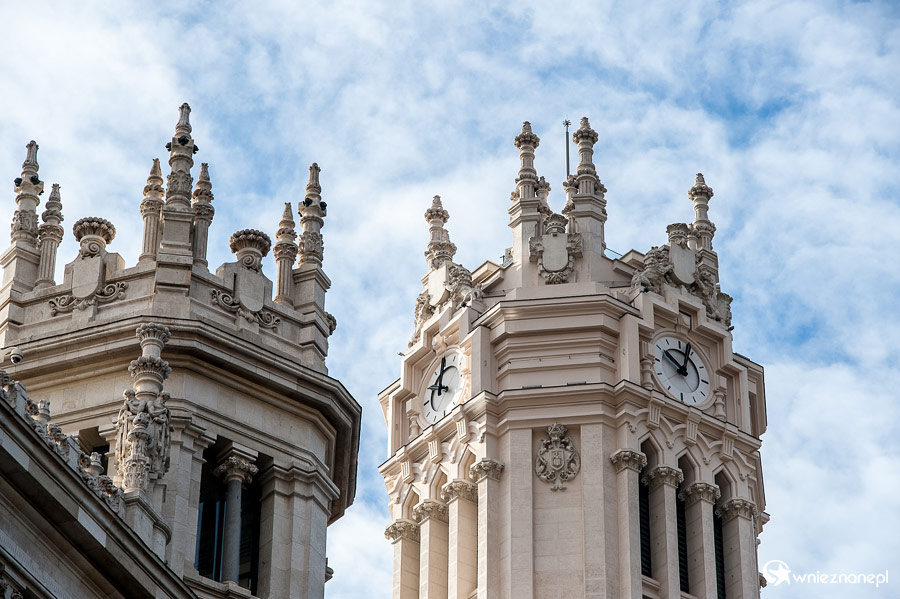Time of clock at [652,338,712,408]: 10:02
